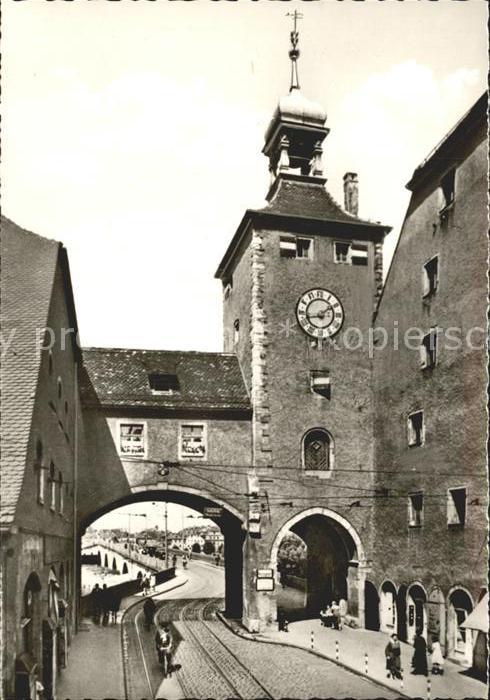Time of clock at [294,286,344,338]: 1:42
